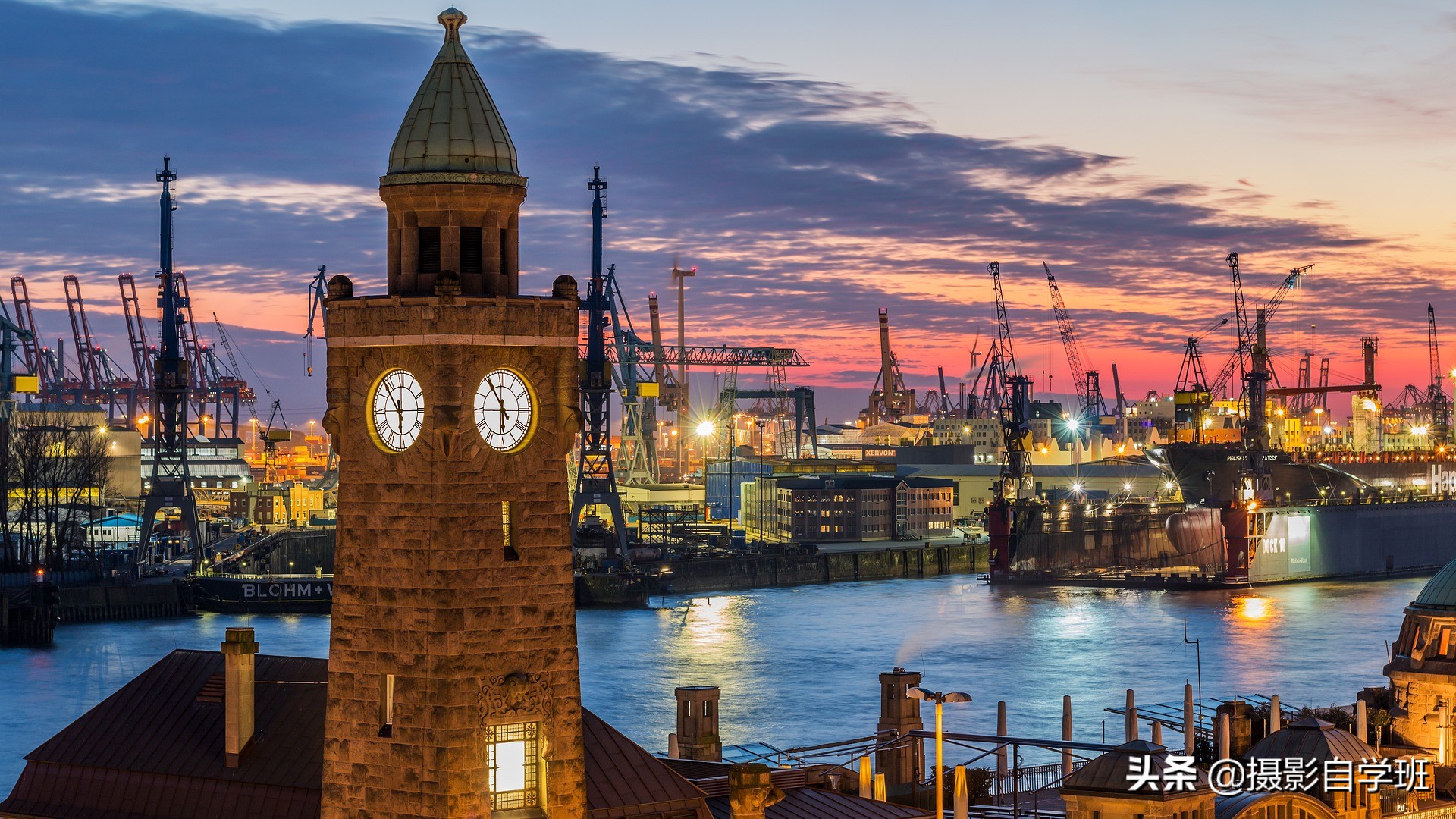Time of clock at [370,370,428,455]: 5:53
